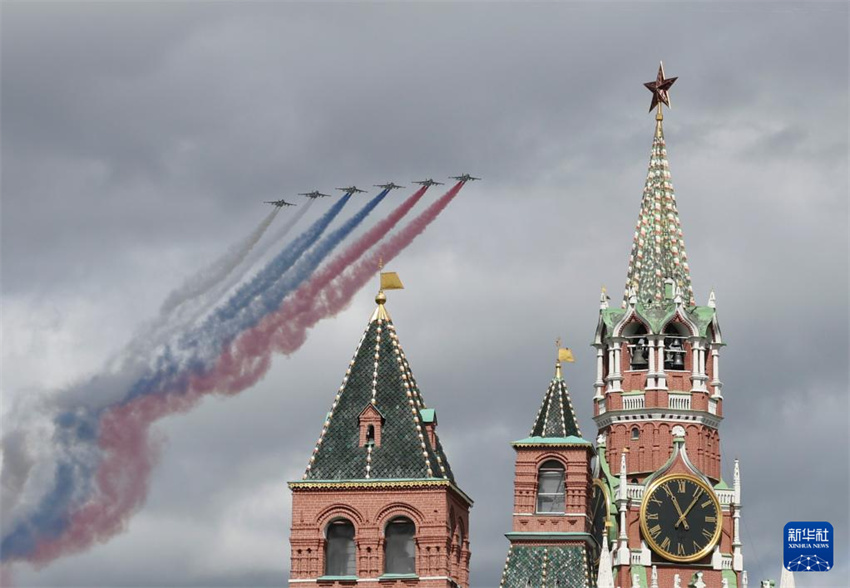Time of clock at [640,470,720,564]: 11:06
